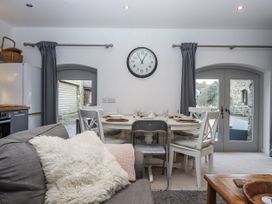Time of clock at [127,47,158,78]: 11:04
